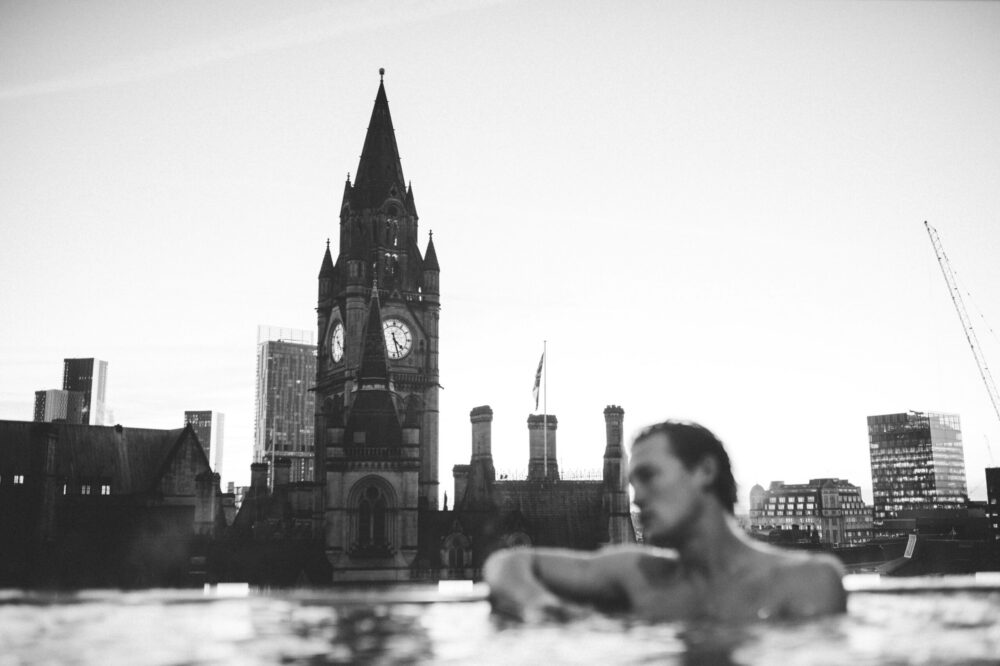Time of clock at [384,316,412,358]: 4:27
